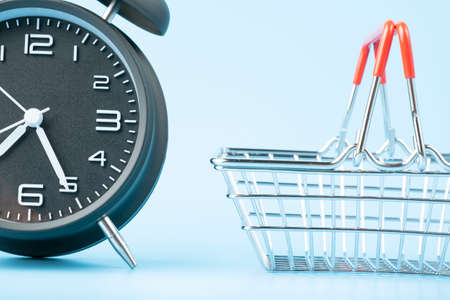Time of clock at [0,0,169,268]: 7:25
